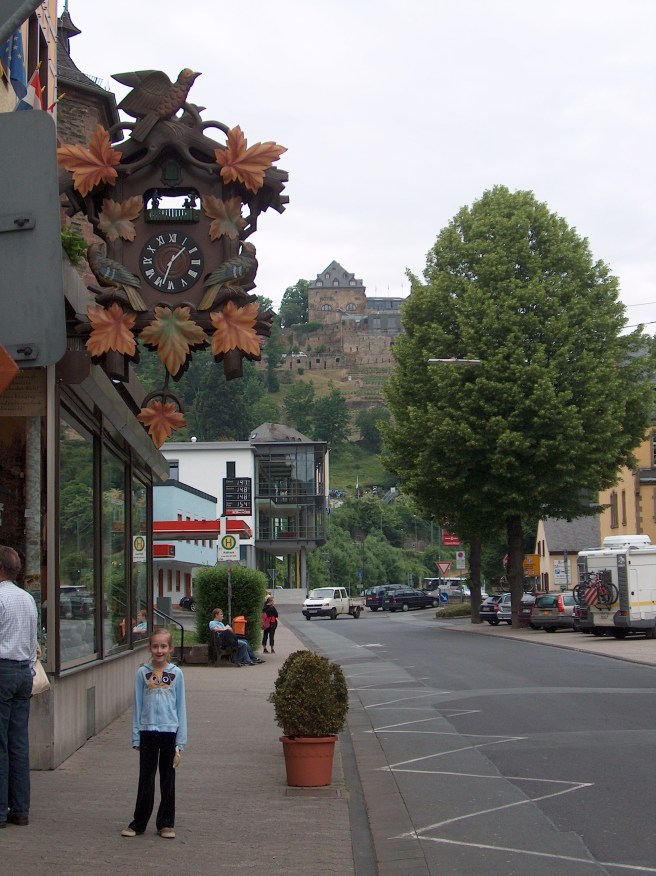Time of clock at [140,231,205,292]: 1:33
